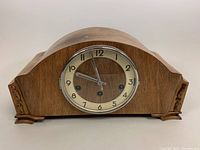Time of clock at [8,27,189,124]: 9:57
